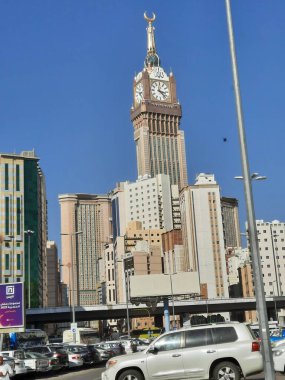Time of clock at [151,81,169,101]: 3:22
